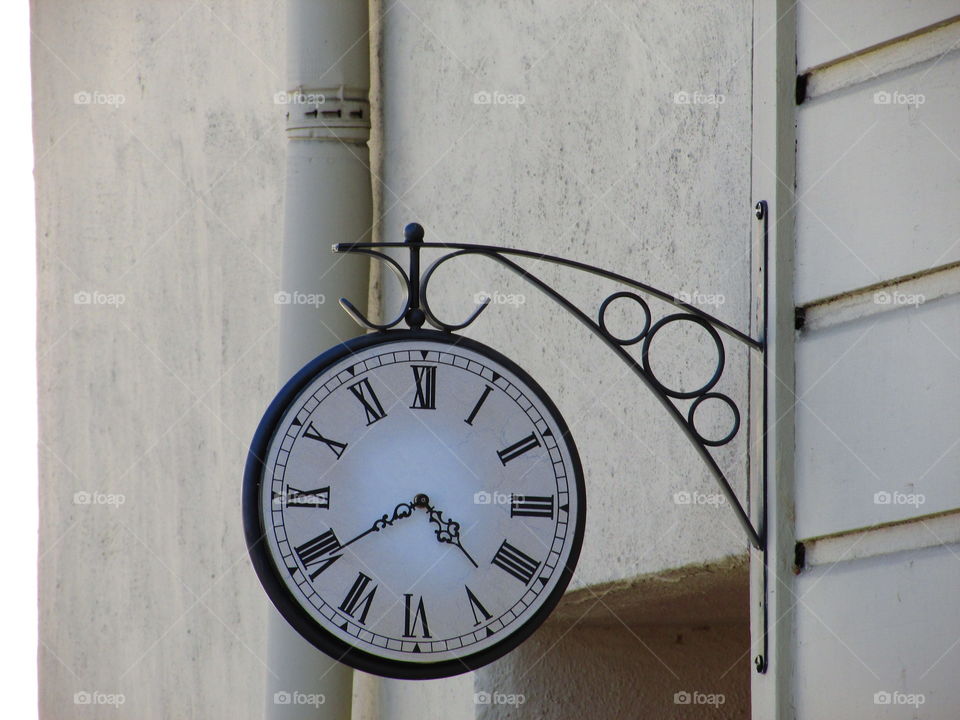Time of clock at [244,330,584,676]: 4:39
